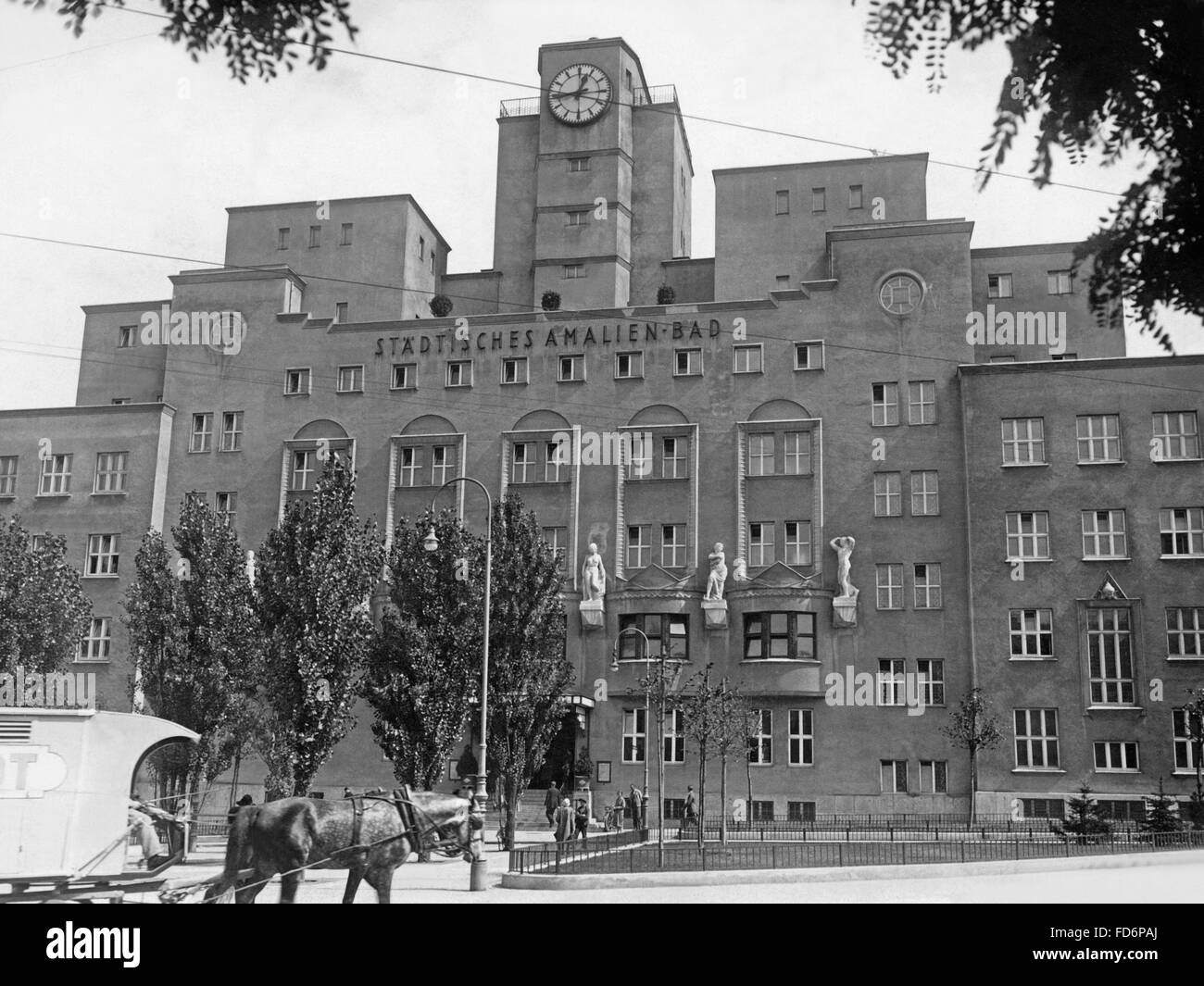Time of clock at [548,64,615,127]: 12:43
